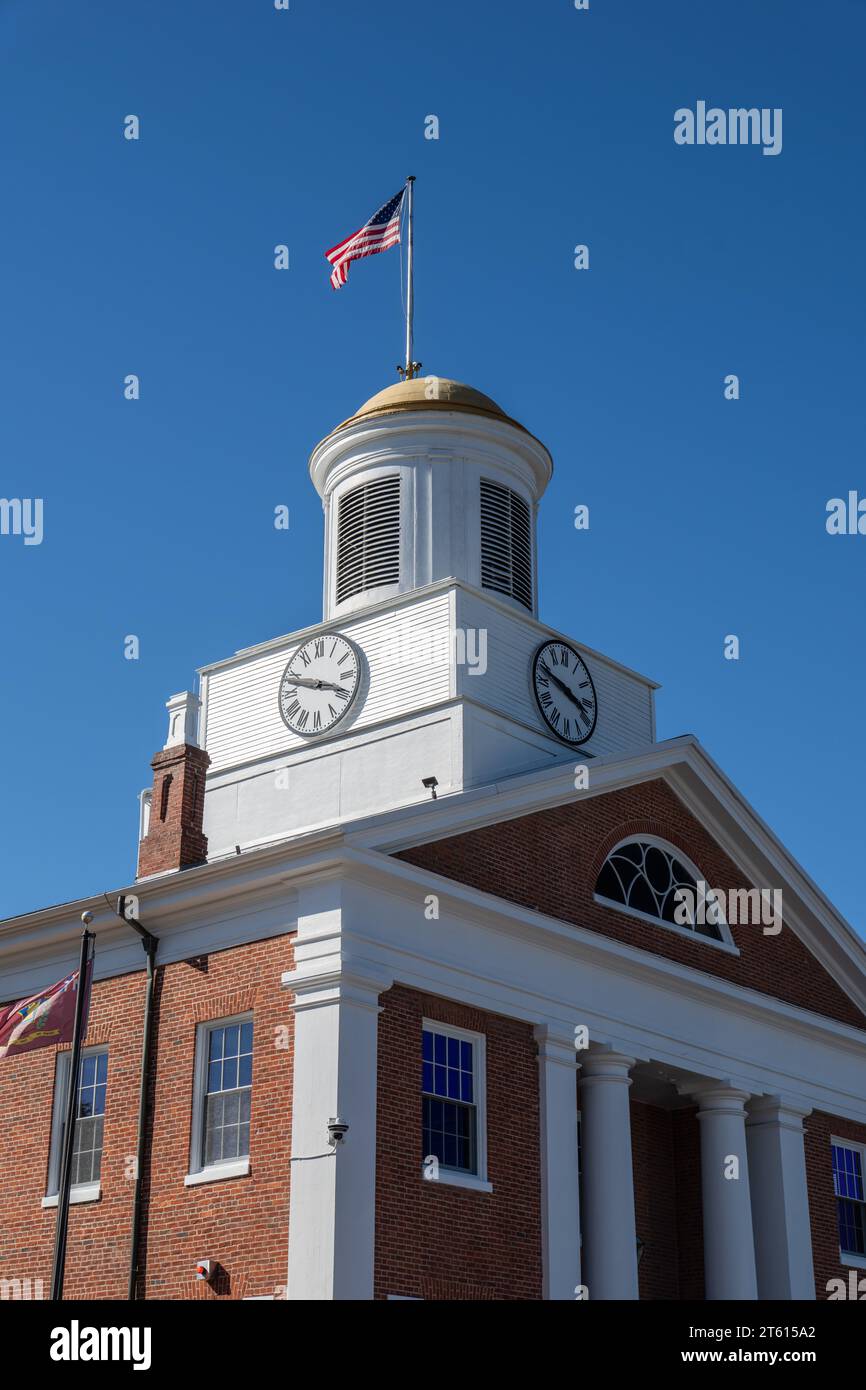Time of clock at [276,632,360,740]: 3:48
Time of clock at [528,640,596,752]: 3:48
